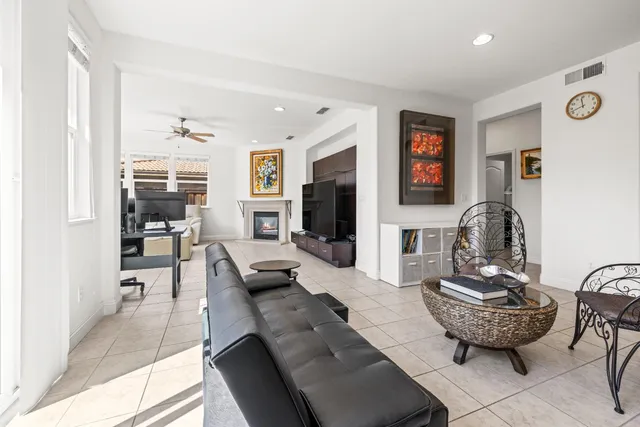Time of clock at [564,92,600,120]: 11:41
